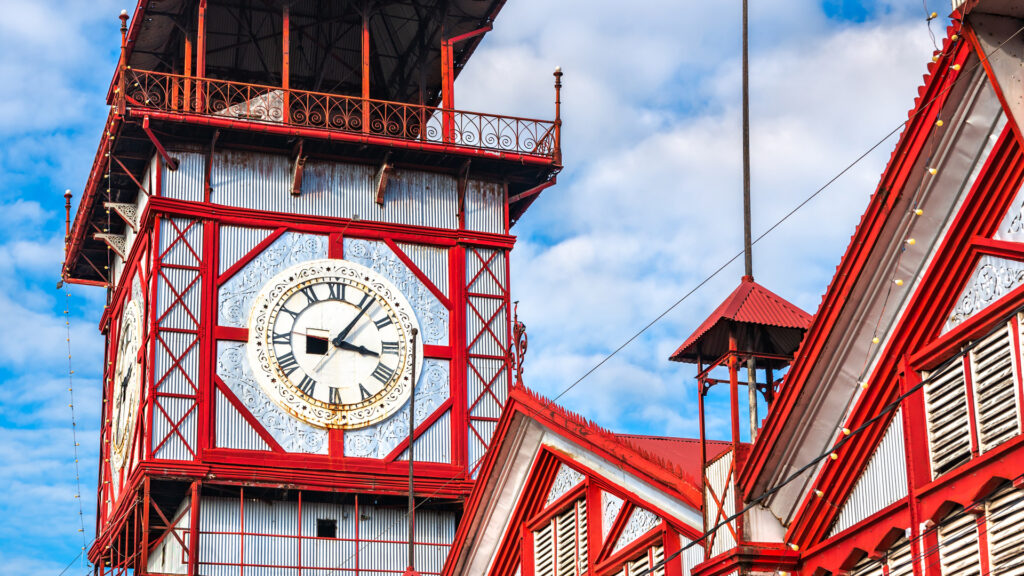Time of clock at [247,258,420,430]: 3:06
